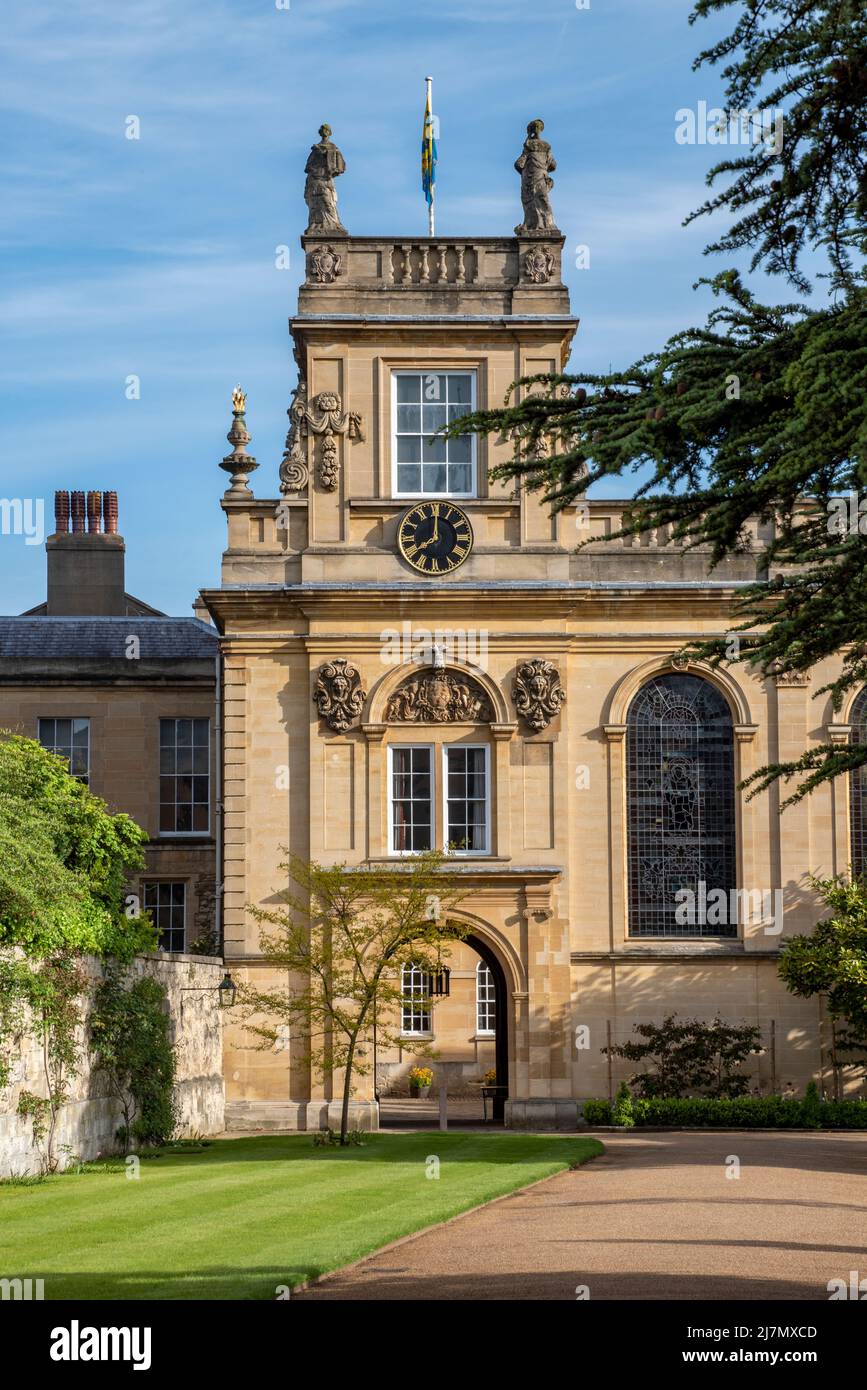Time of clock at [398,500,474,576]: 8:00
